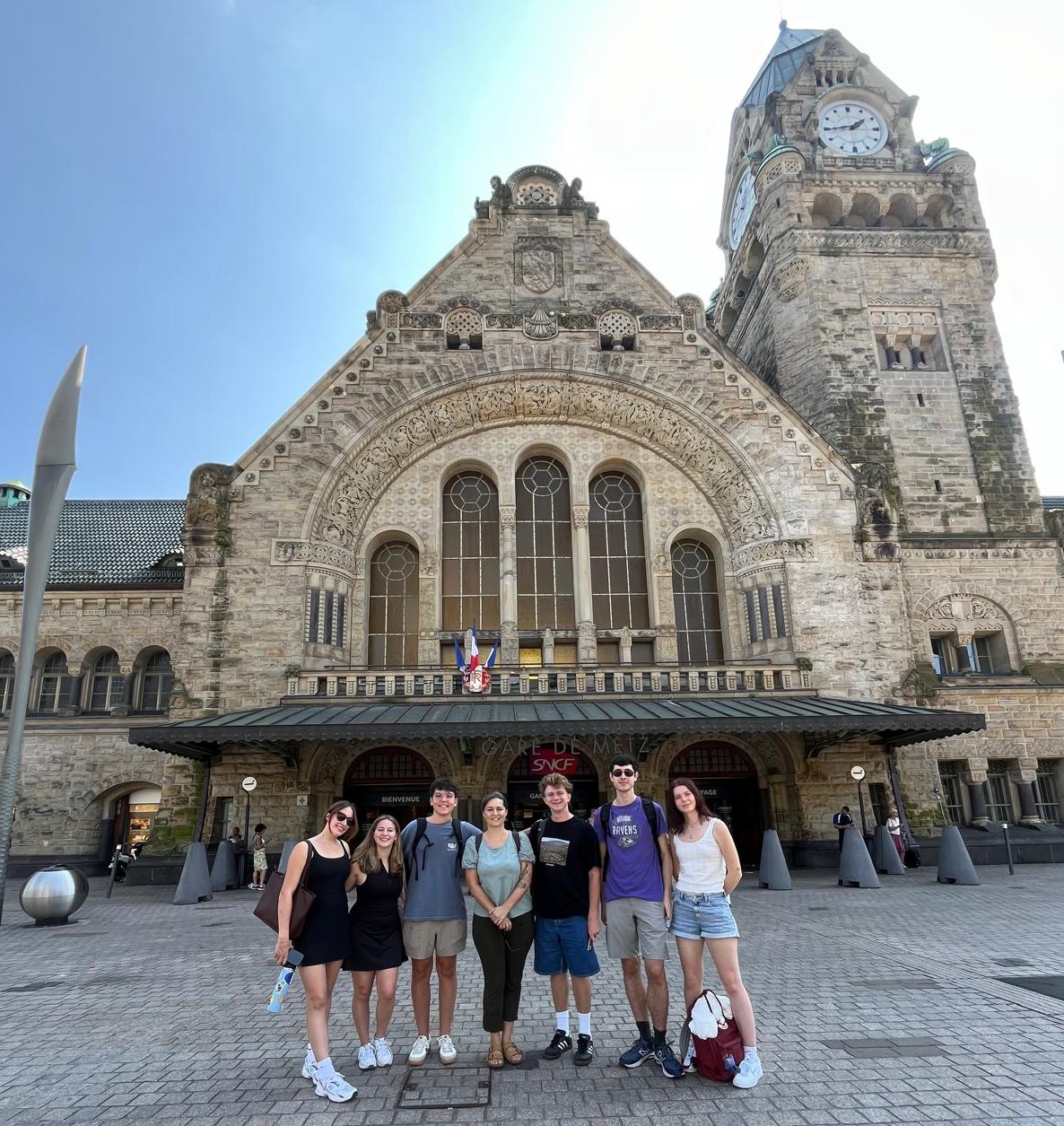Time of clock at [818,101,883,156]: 1:44
